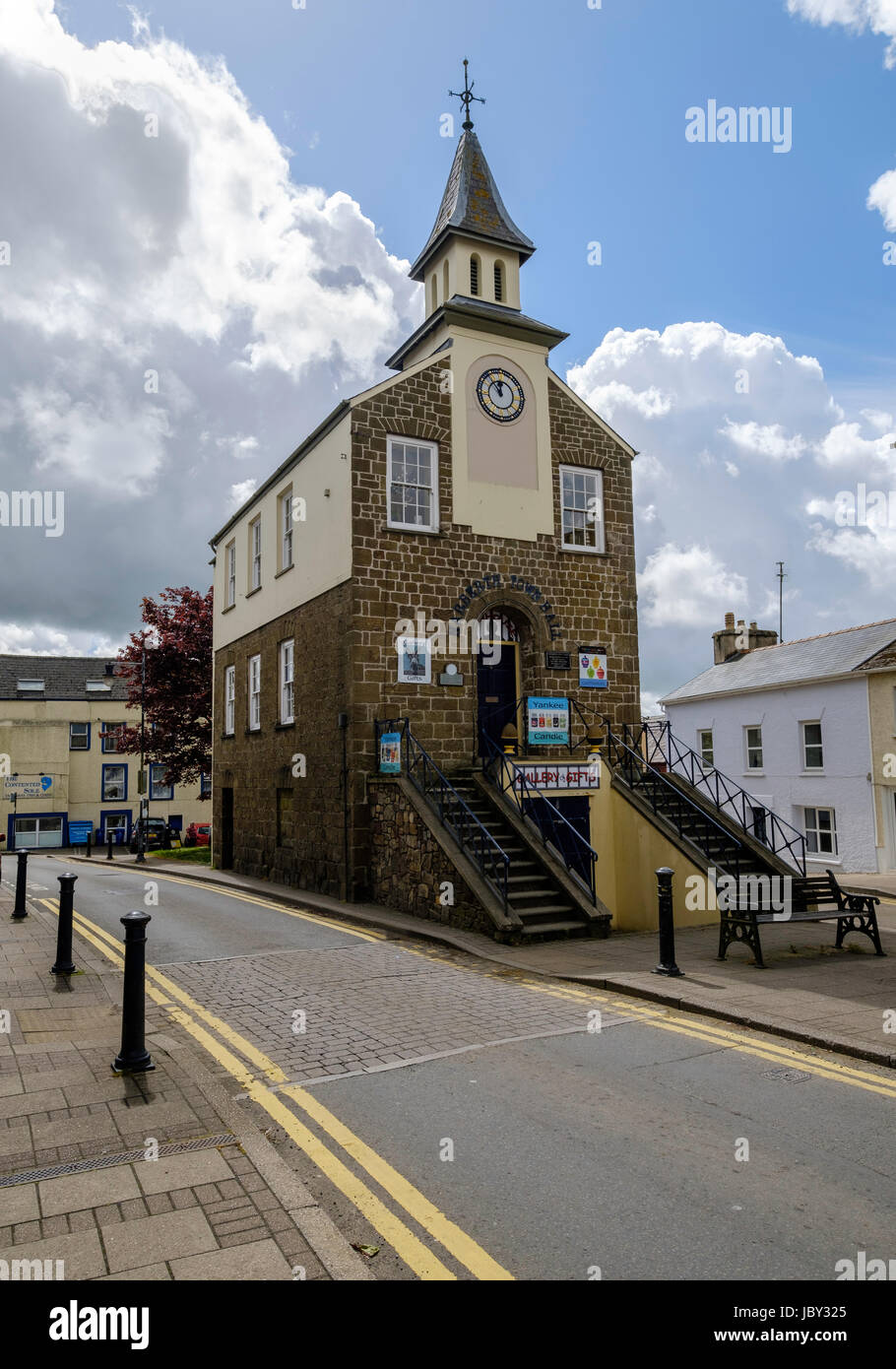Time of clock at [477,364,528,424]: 11:53
